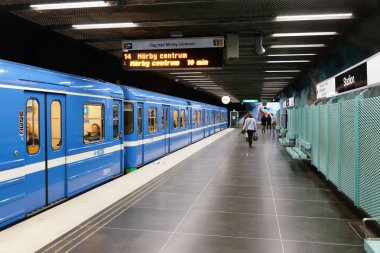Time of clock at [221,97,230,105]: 4:42
